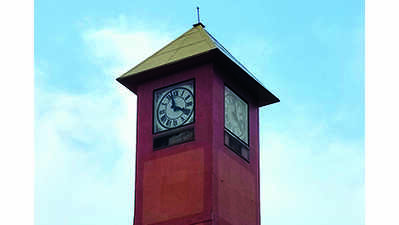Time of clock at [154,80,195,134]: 3:57
